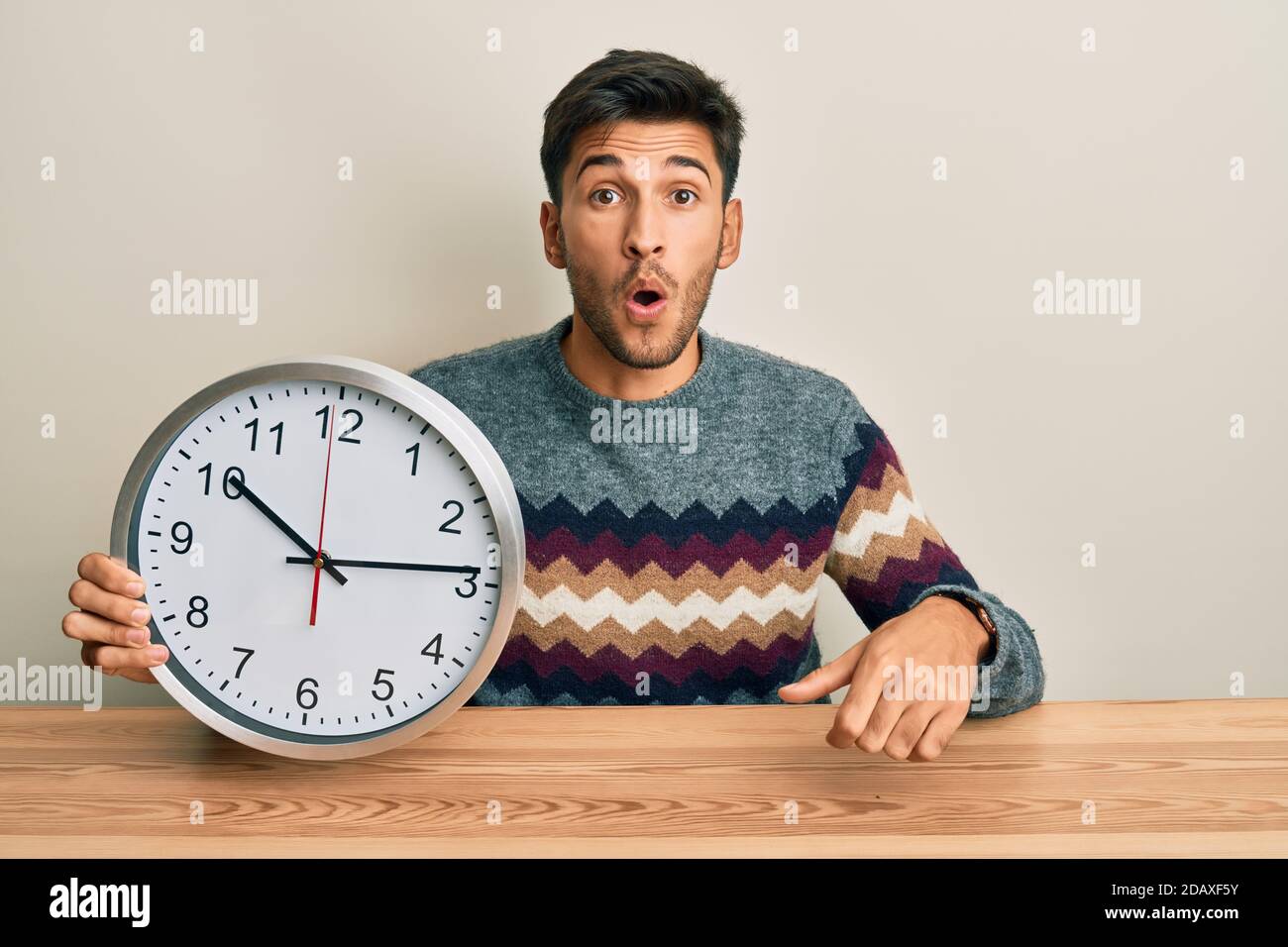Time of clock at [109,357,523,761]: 10:13
